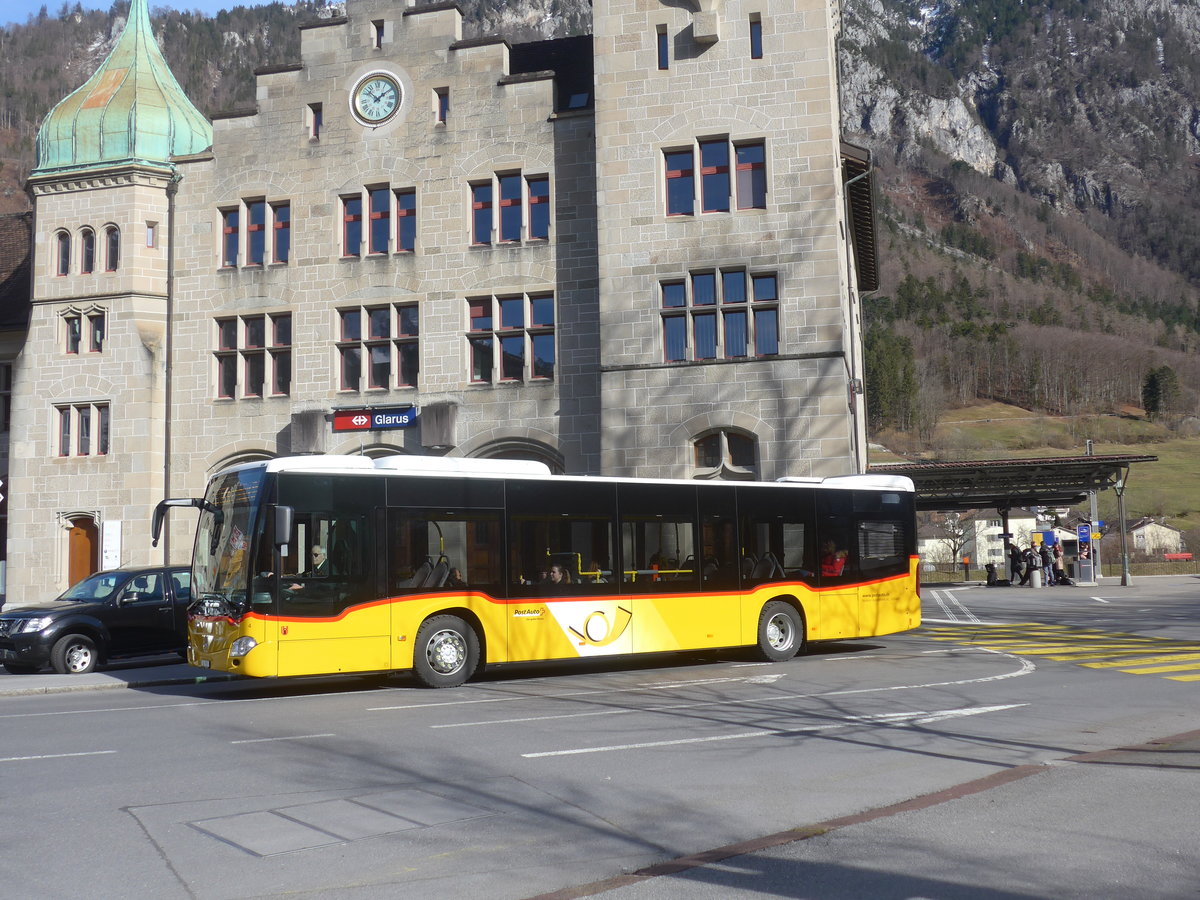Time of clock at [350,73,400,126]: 1:52
